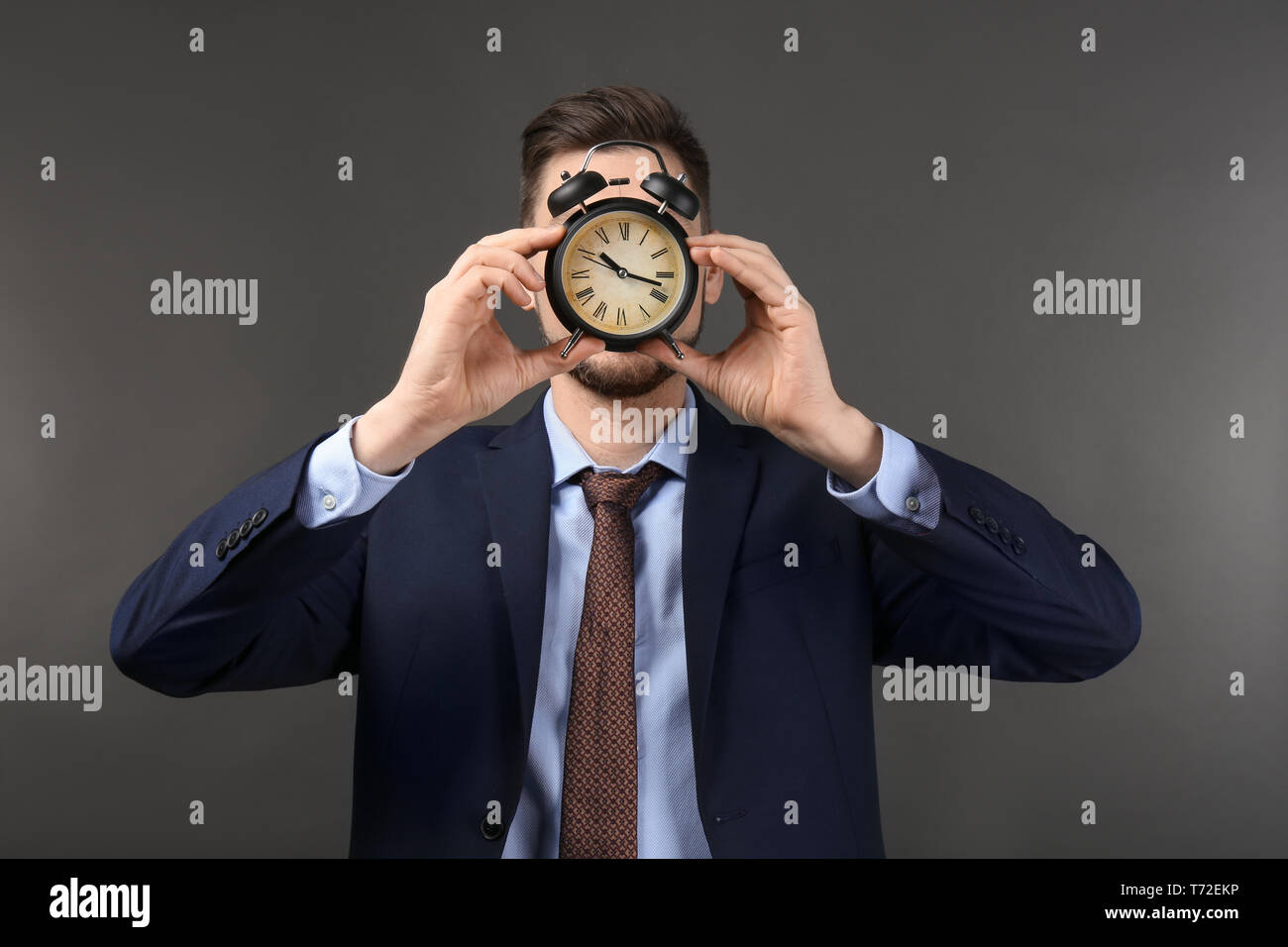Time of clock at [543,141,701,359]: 10:17
